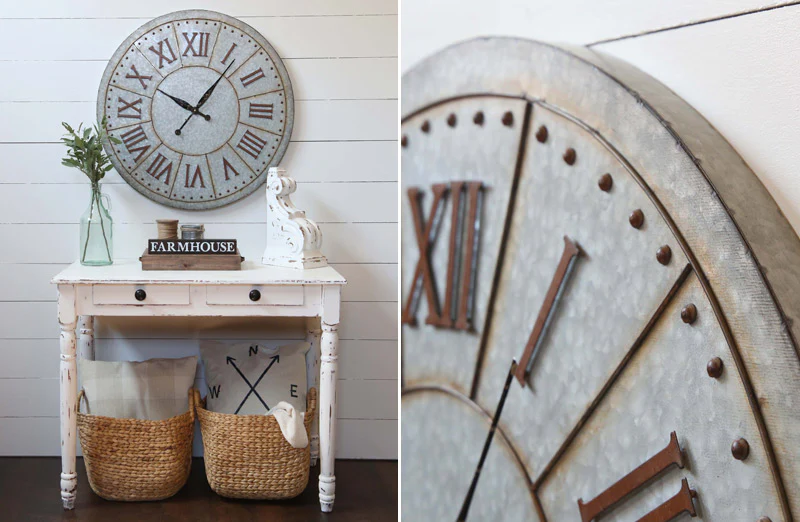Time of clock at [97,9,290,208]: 10:06
